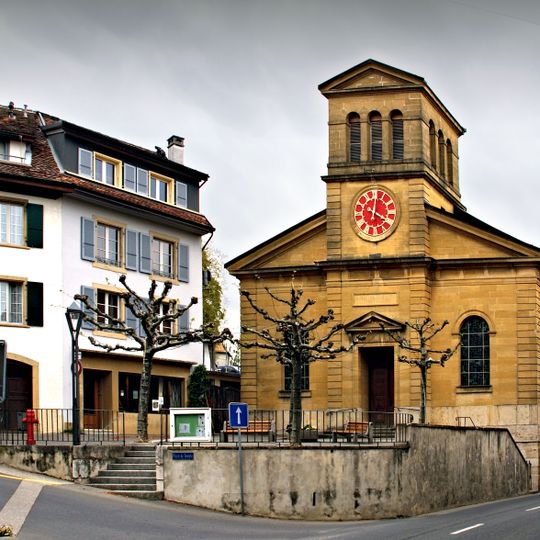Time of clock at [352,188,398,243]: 4:01
